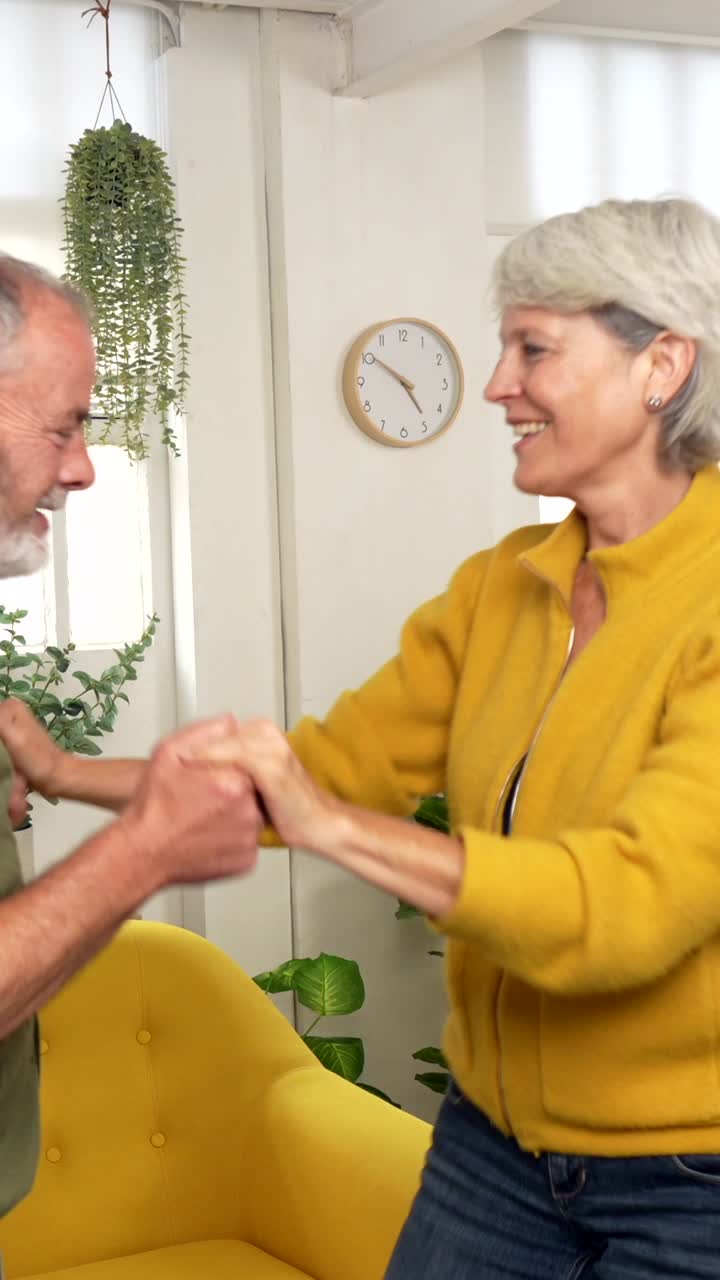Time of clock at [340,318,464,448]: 4:50
